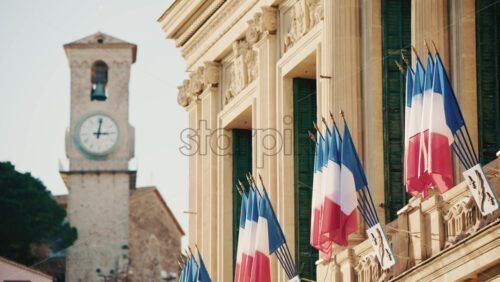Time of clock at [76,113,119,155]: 3:01
